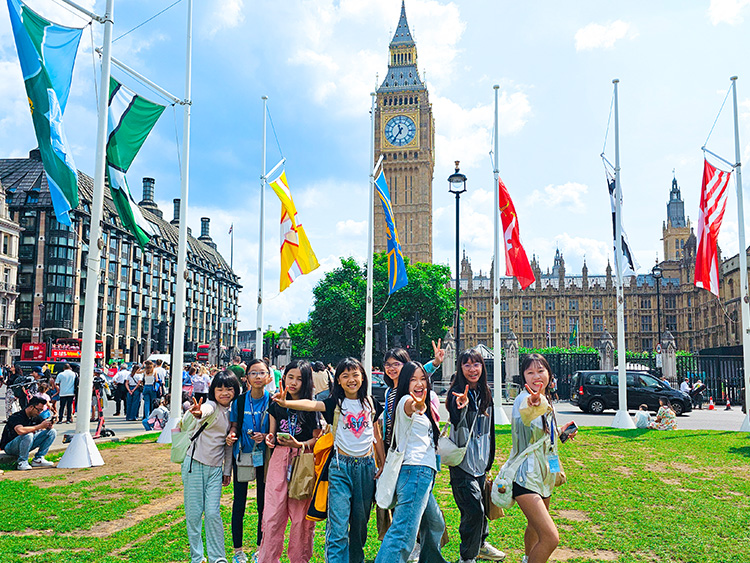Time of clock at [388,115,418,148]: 11:36
